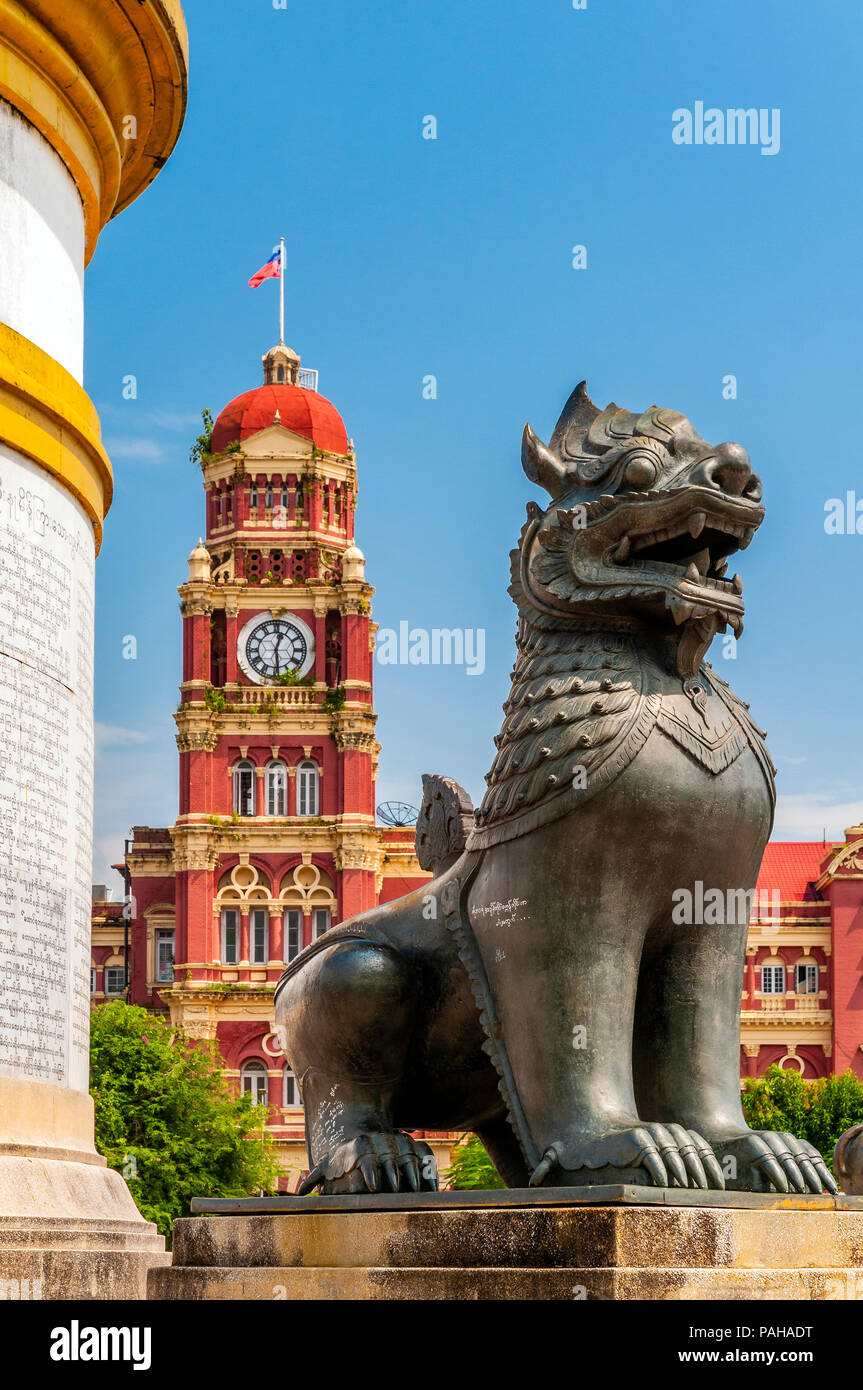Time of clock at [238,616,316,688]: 12:28
